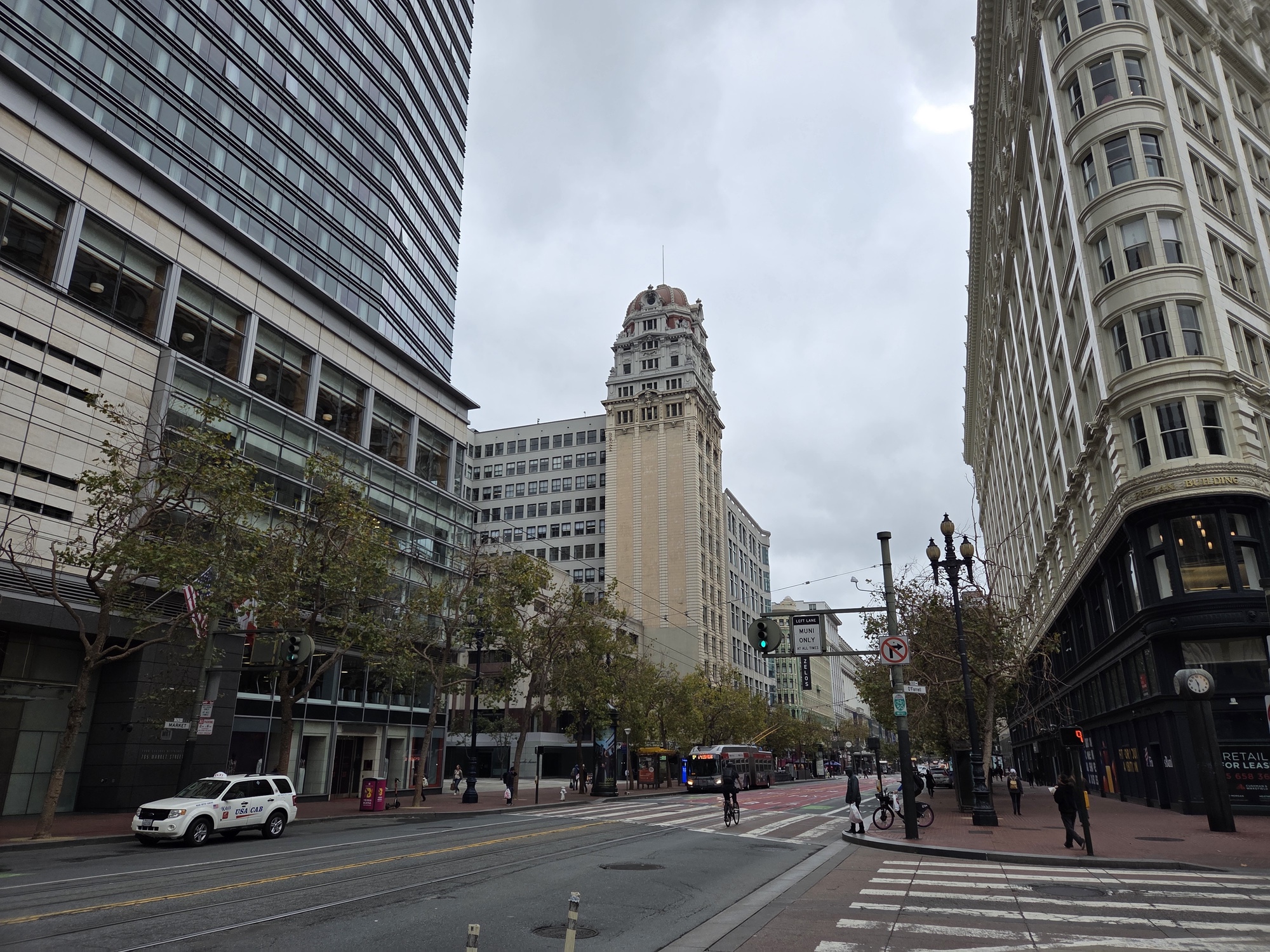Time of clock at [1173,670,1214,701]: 11:29
